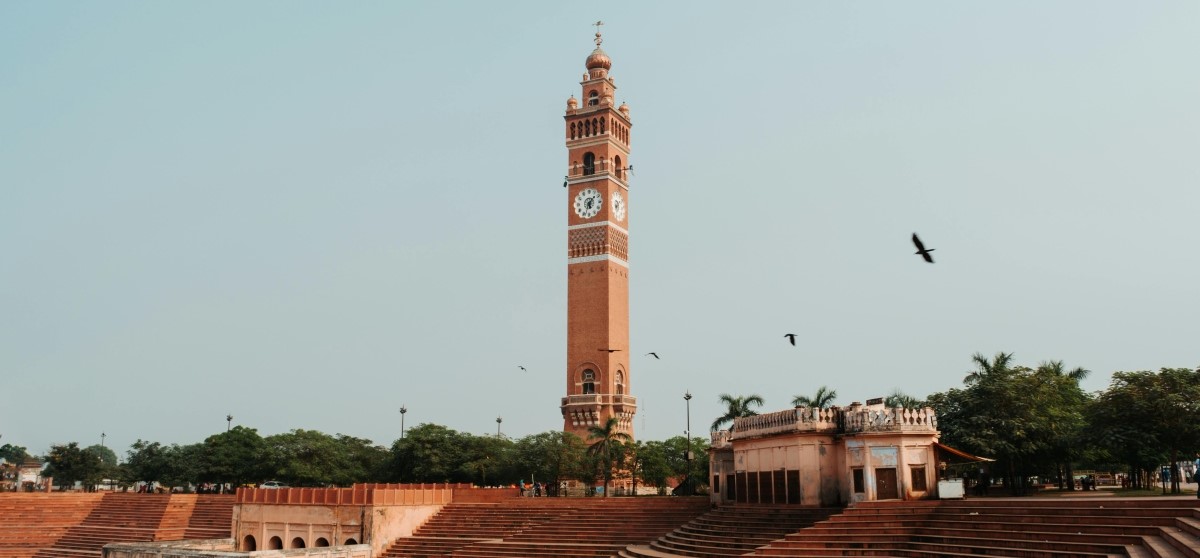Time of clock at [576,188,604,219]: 5:33
